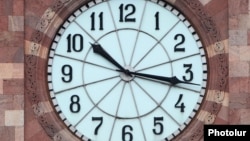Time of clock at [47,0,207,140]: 10:16
